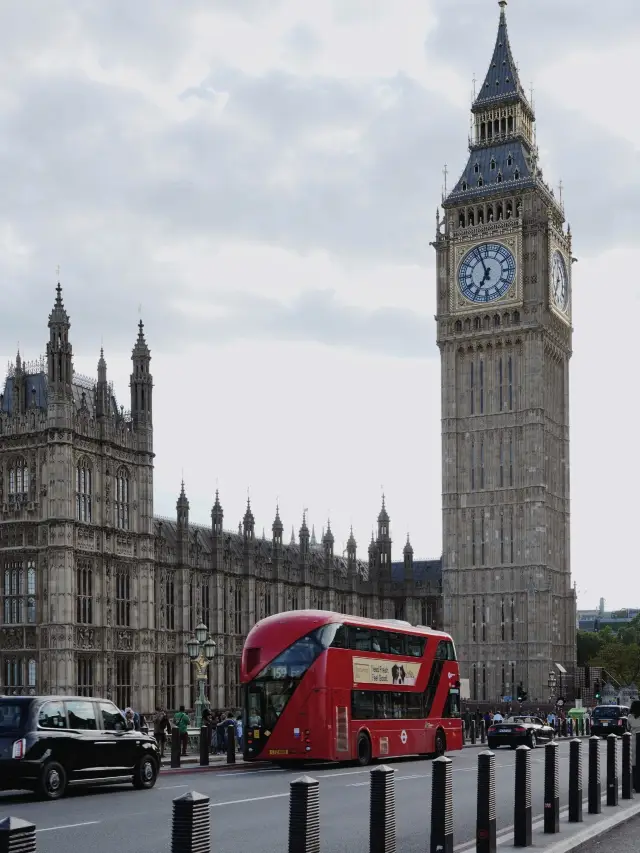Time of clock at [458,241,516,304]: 6:56
